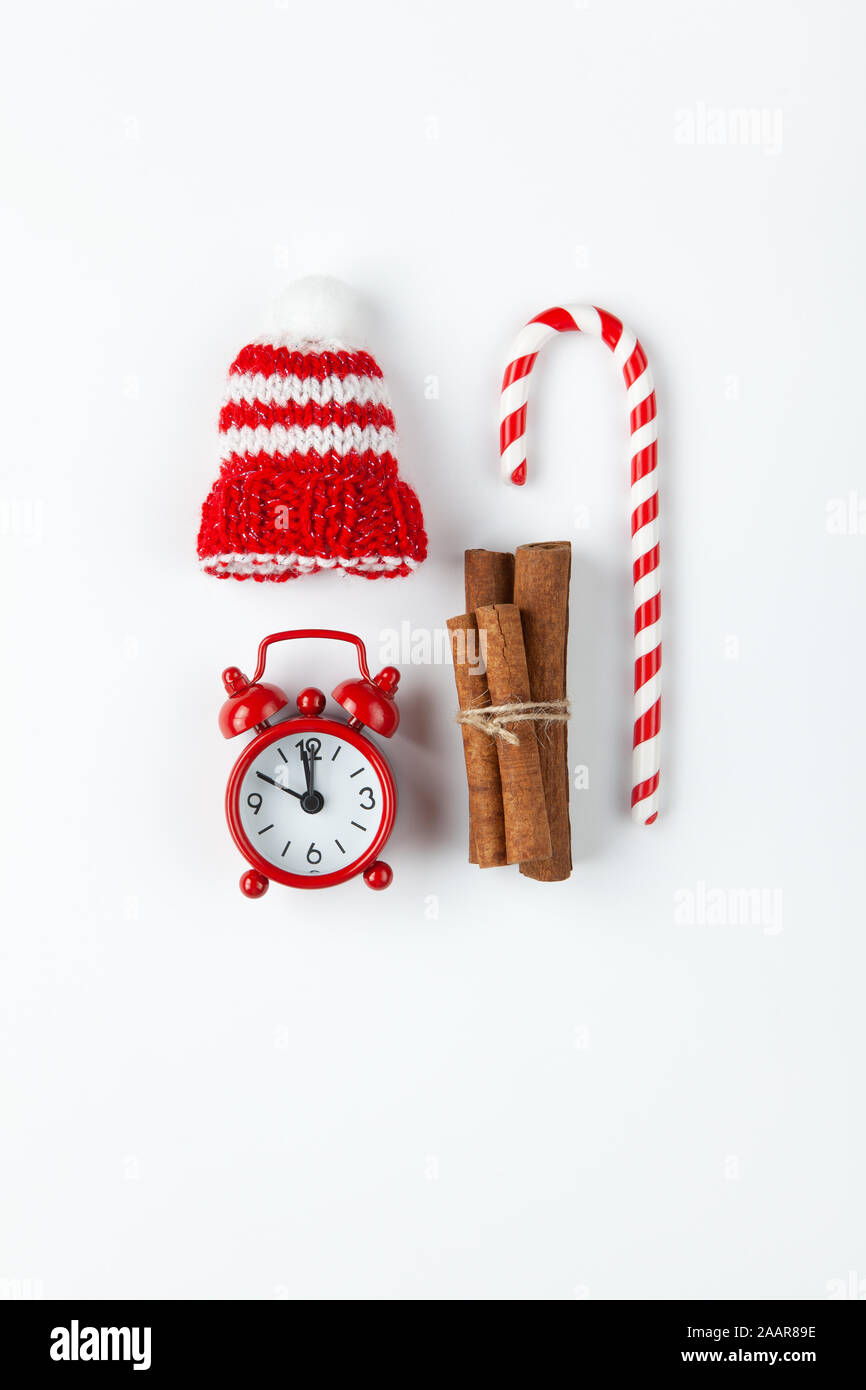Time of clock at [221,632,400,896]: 11:49
